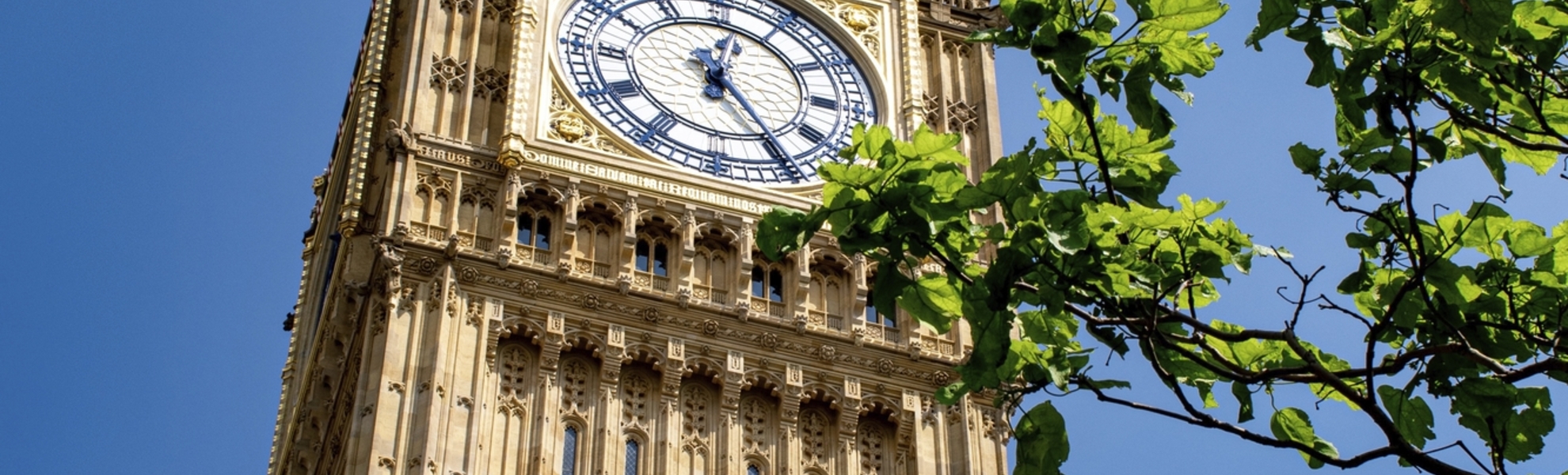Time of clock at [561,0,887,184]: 12:24
